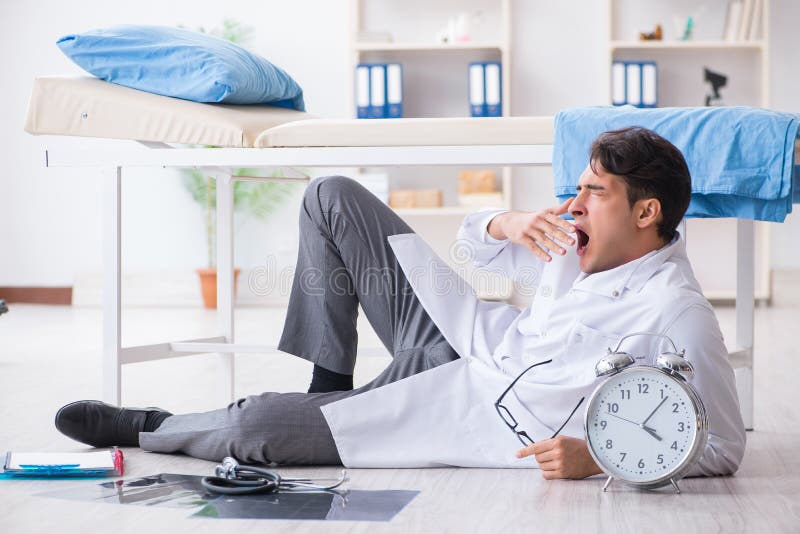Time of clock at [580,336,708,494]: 4:06
